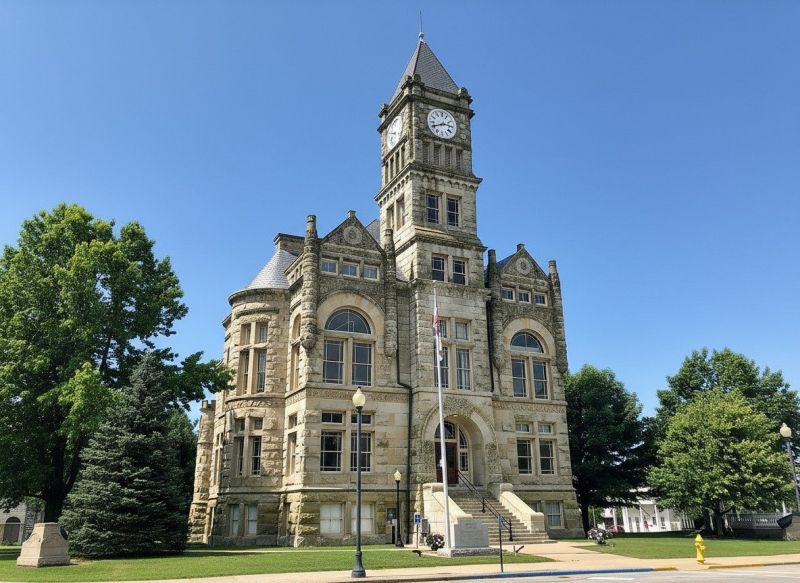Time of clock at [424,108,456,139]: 2:40
